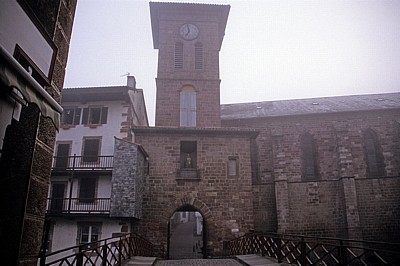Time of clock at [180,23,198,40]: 6:58
